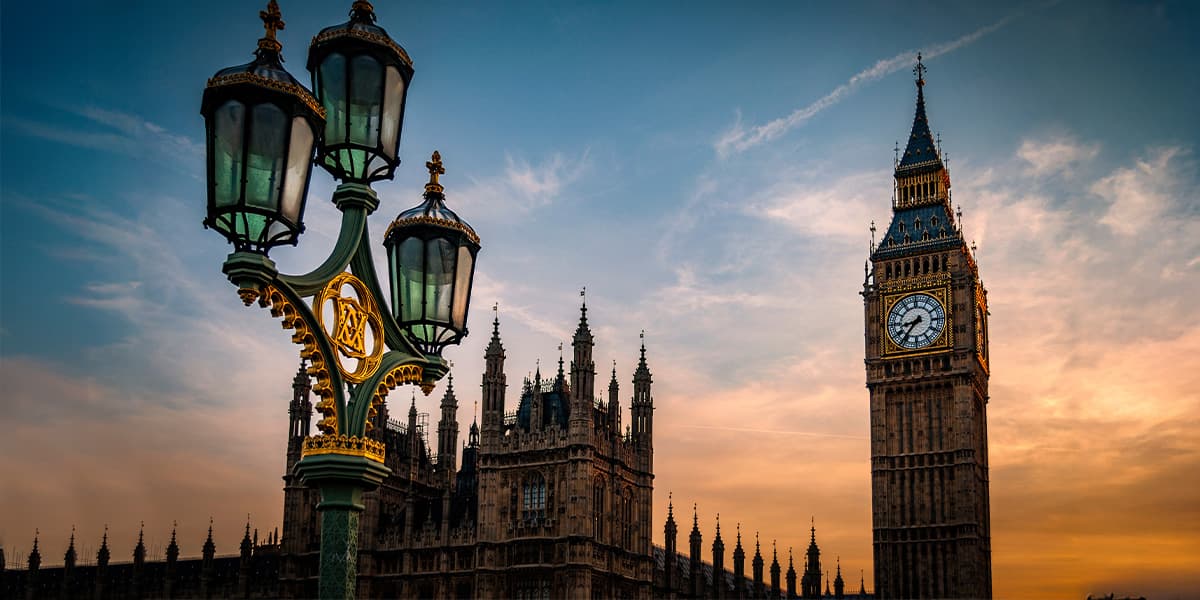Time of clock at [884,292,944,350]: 8:36
